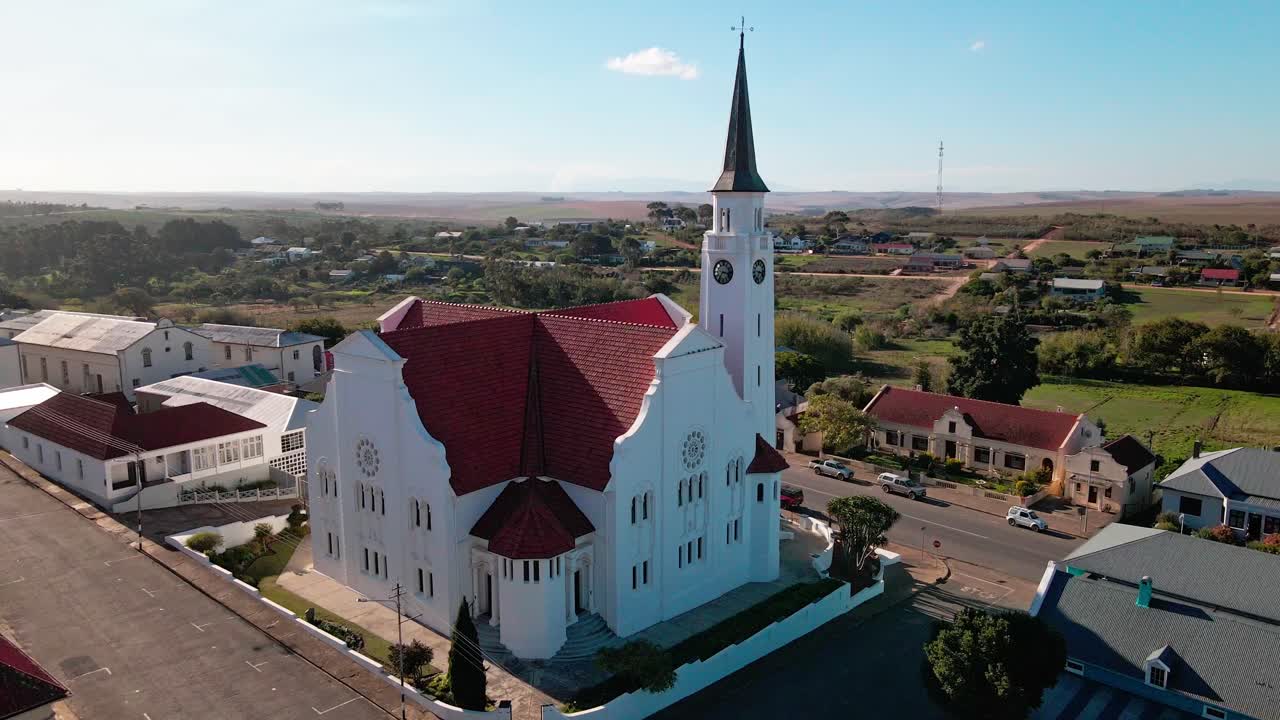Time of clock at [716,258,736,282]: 7:16
